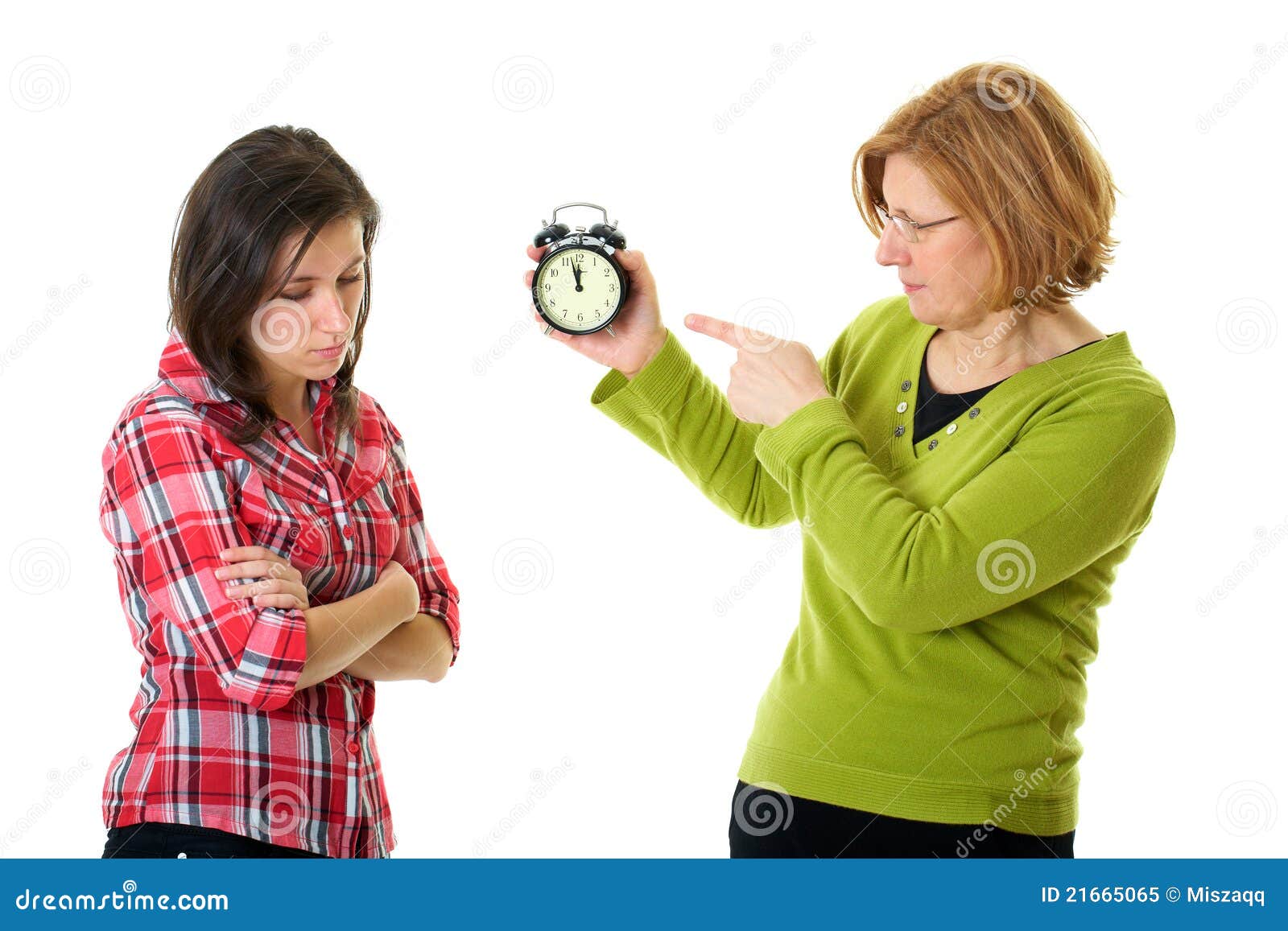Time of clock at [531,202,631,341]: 11:57
